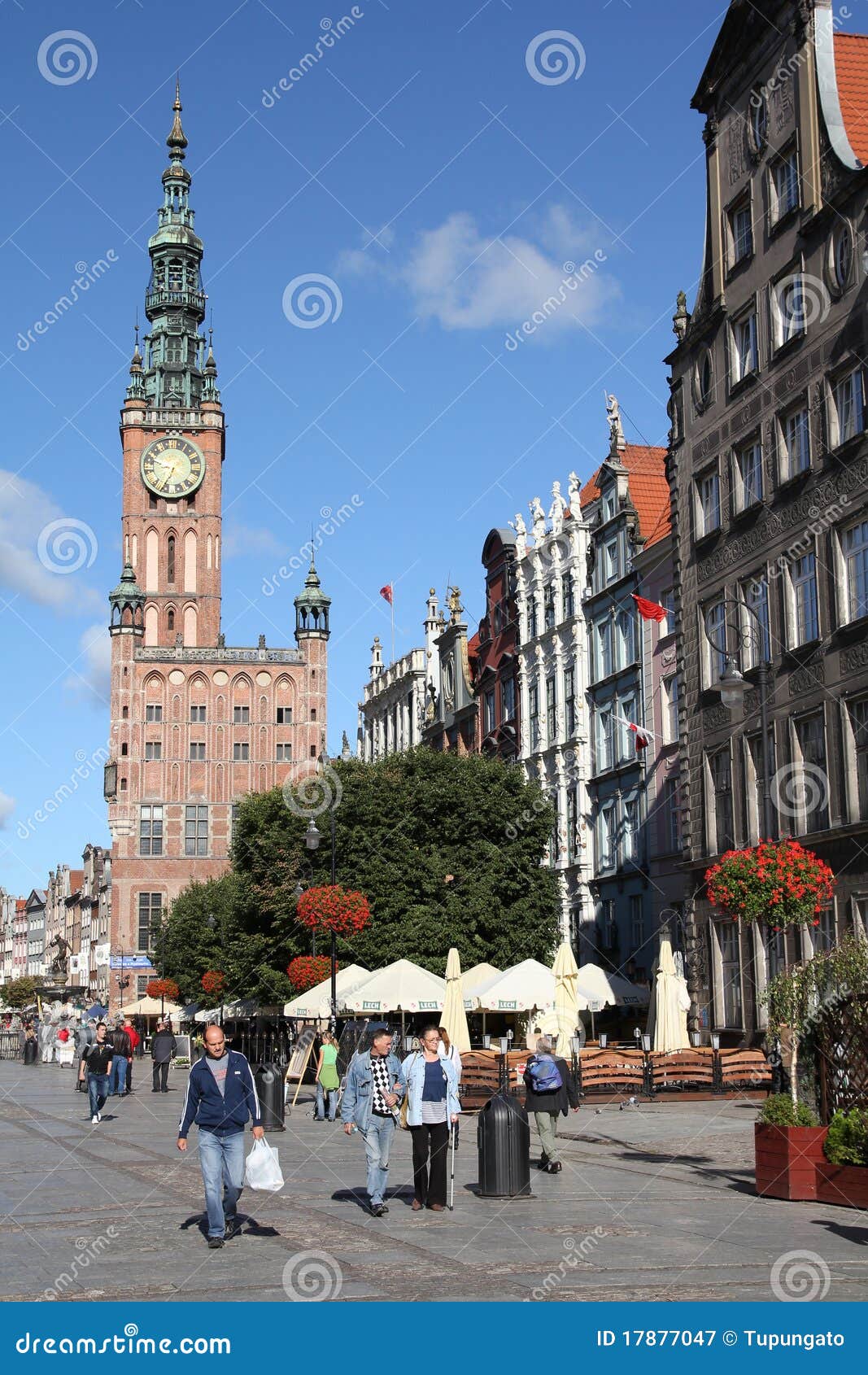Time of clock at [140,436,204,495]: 9:35
